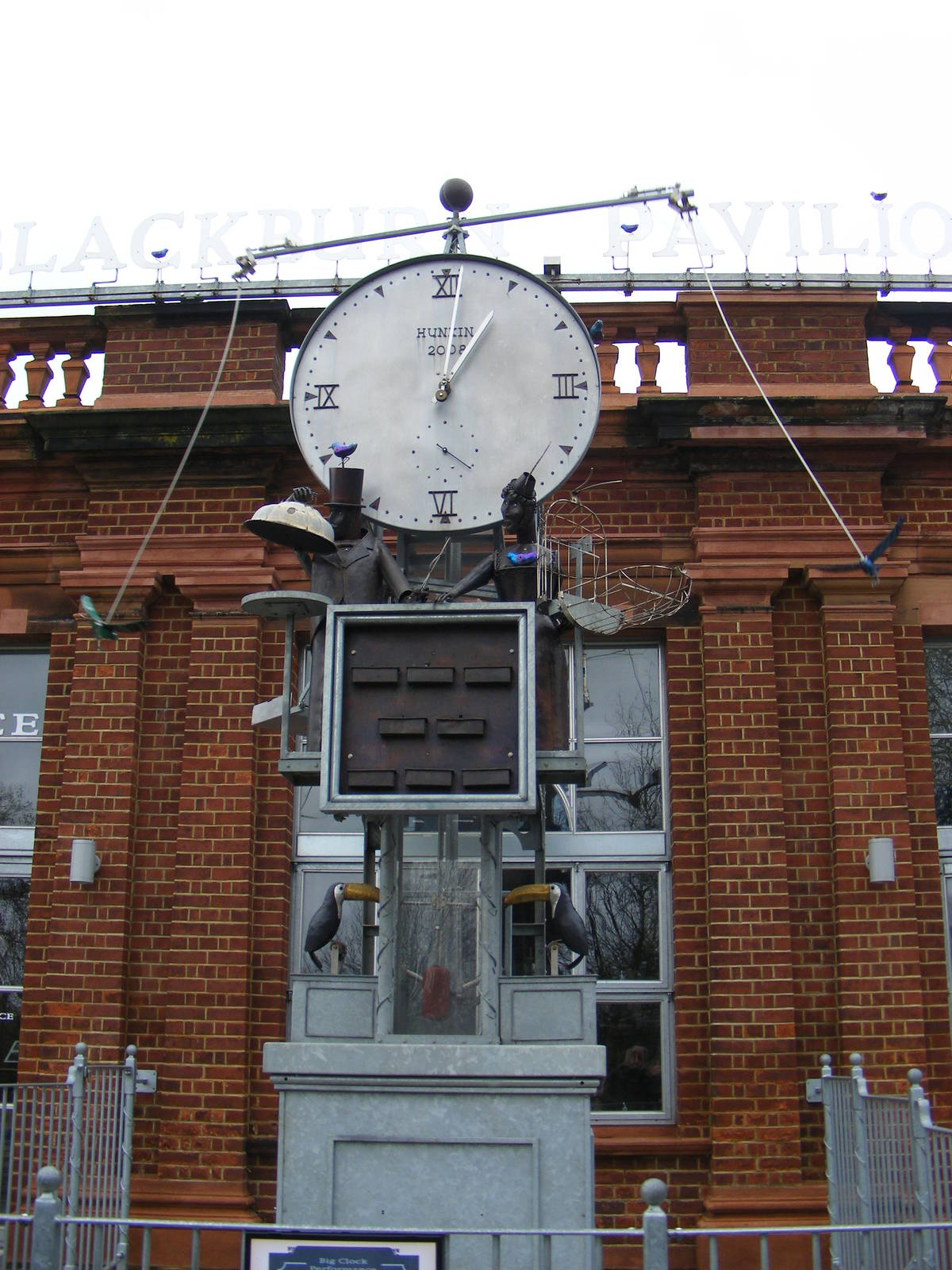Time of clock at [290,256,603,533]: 1:01
